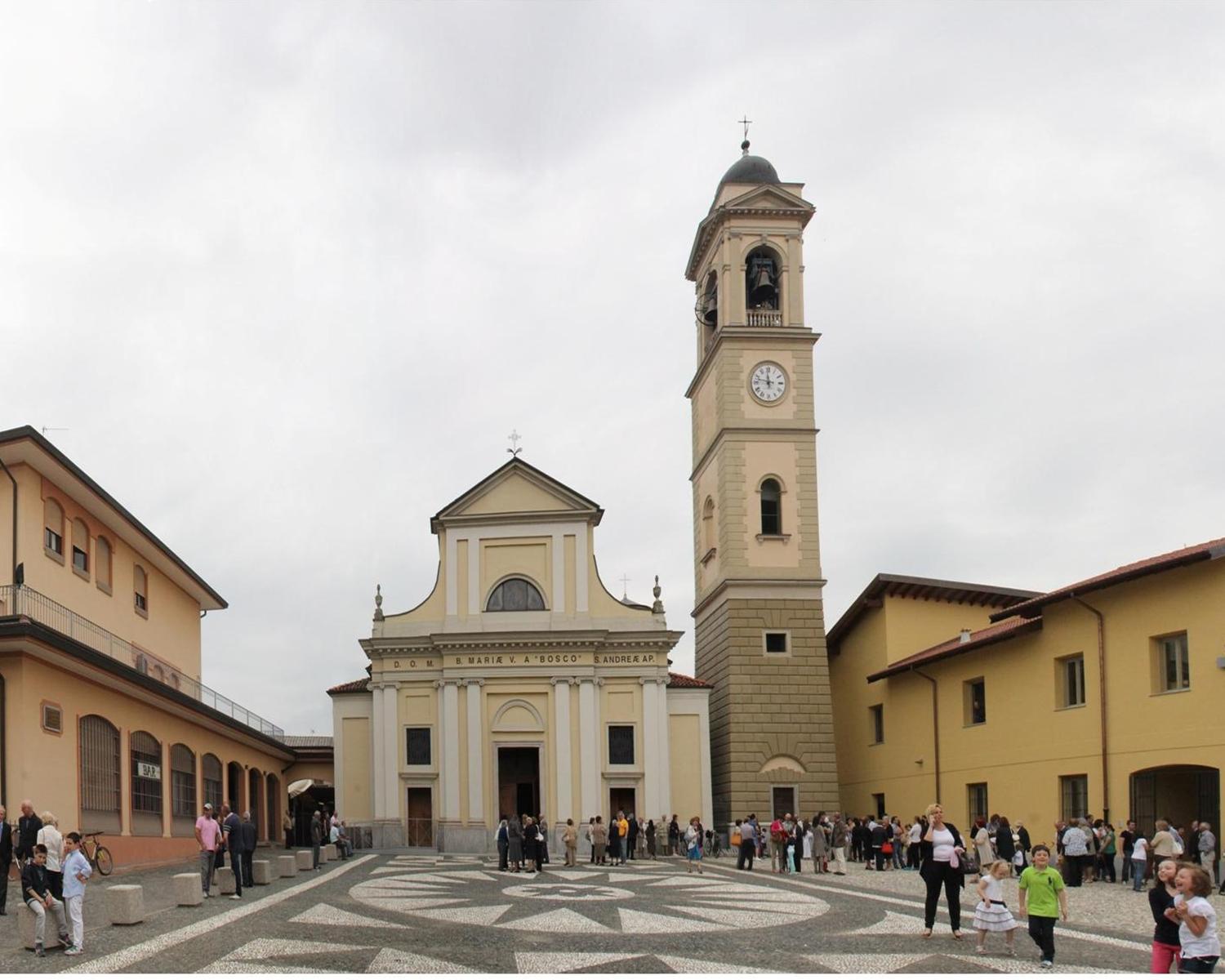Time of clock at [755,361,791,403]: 11:47
